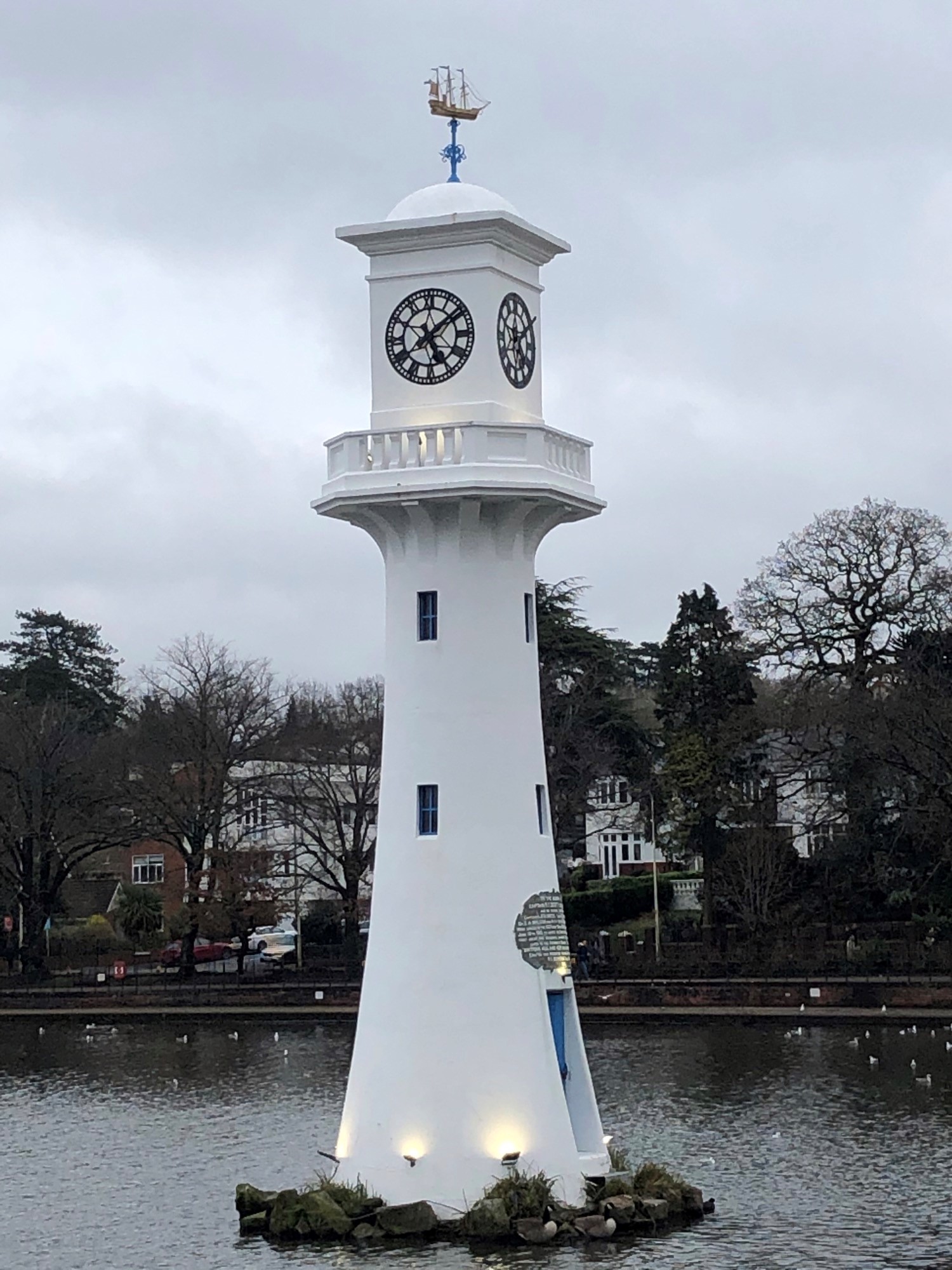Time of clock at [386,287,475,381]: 5:08
